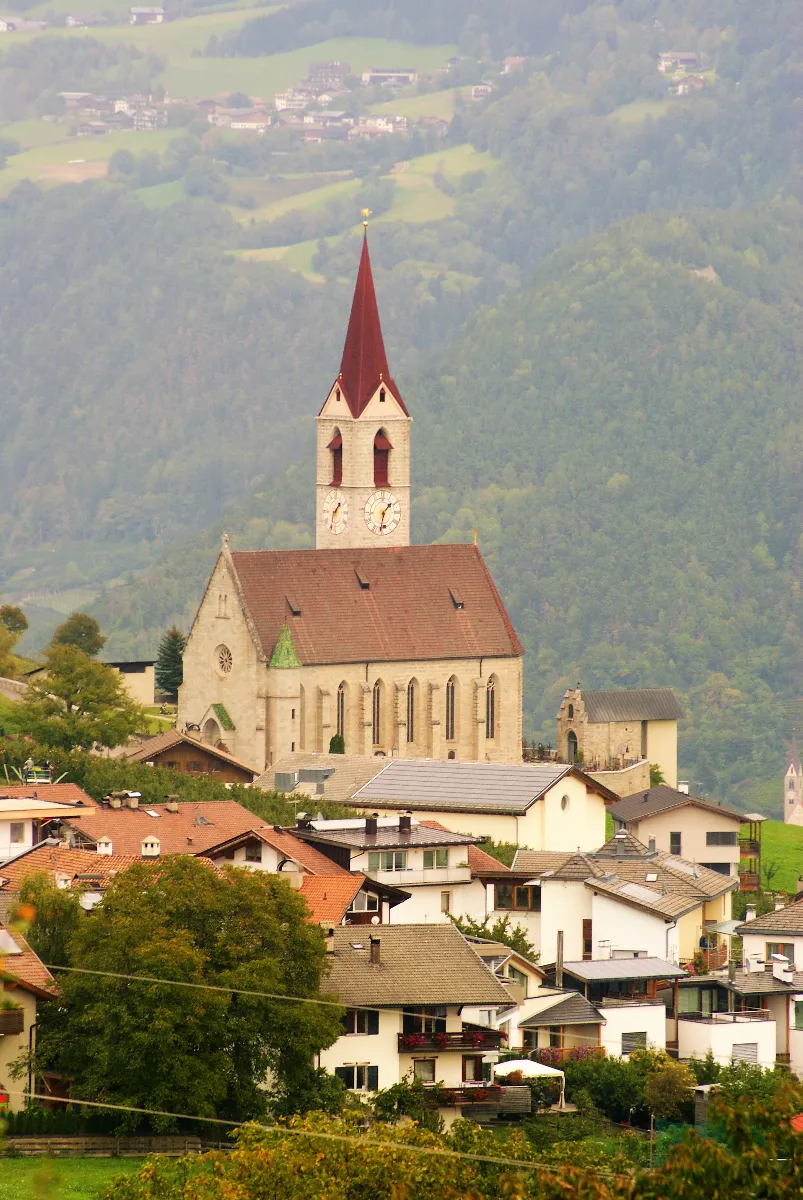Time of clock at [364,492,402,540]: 1:32
